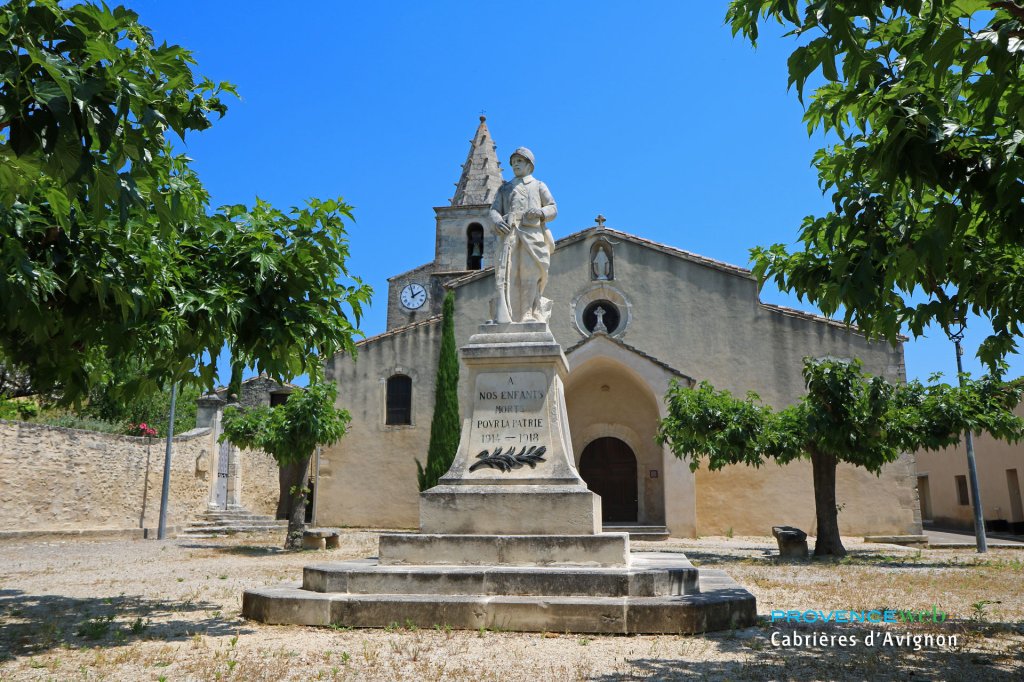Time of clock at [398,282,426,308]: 1:57
